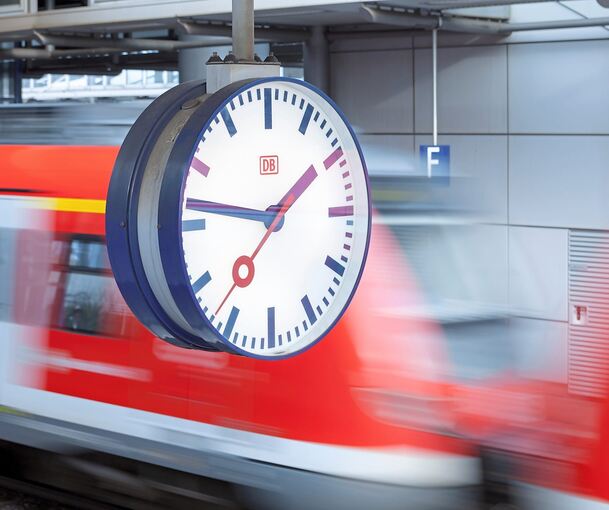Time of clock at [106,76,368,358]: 1:46
